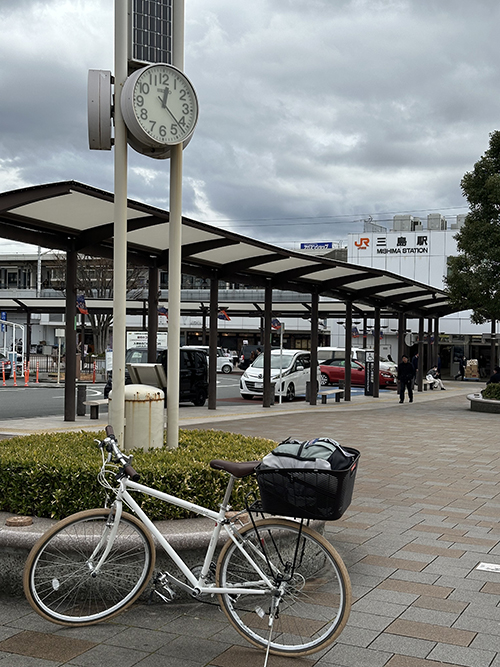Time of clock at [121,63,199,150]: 12:22
